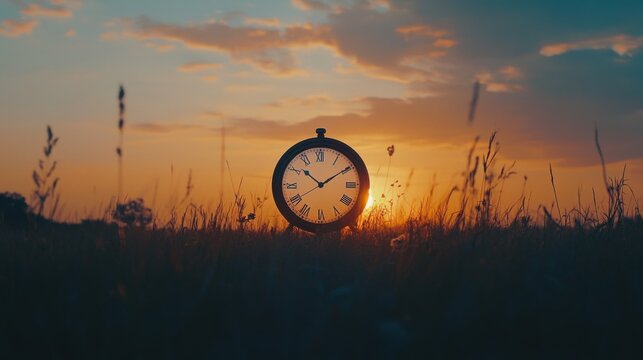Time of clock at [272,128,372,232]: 10:09
